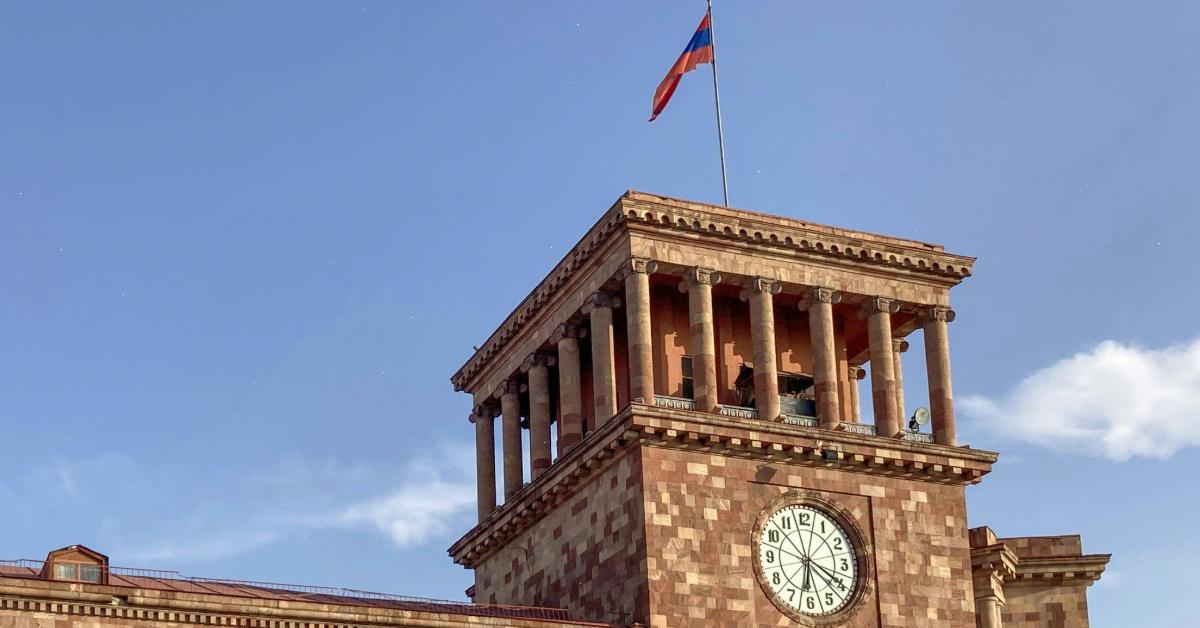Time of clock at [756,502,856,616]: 6:20
